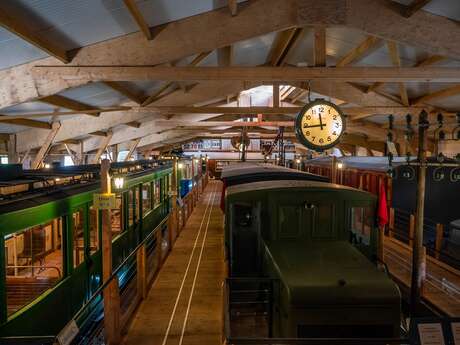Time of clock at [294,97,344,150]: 11:43
